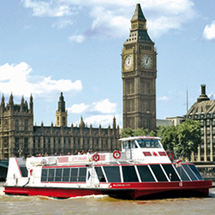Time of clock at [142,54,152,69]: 12:04
